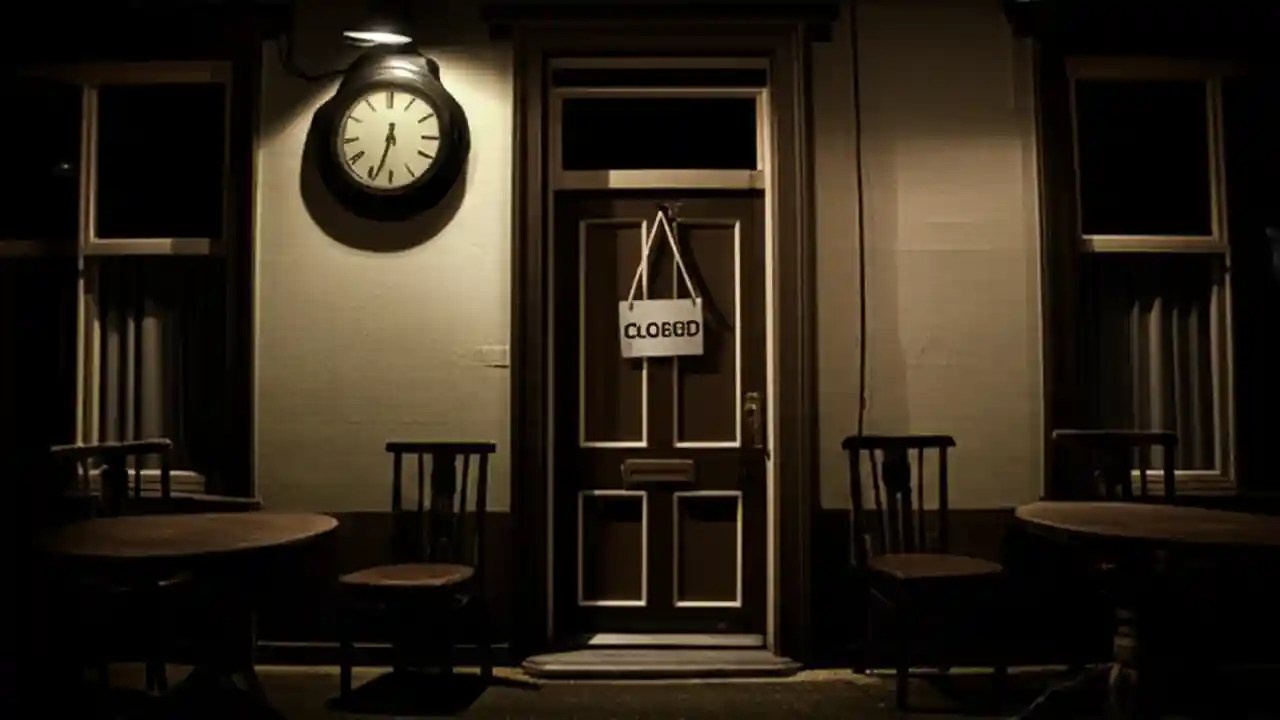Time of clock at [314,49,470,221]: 12:33
